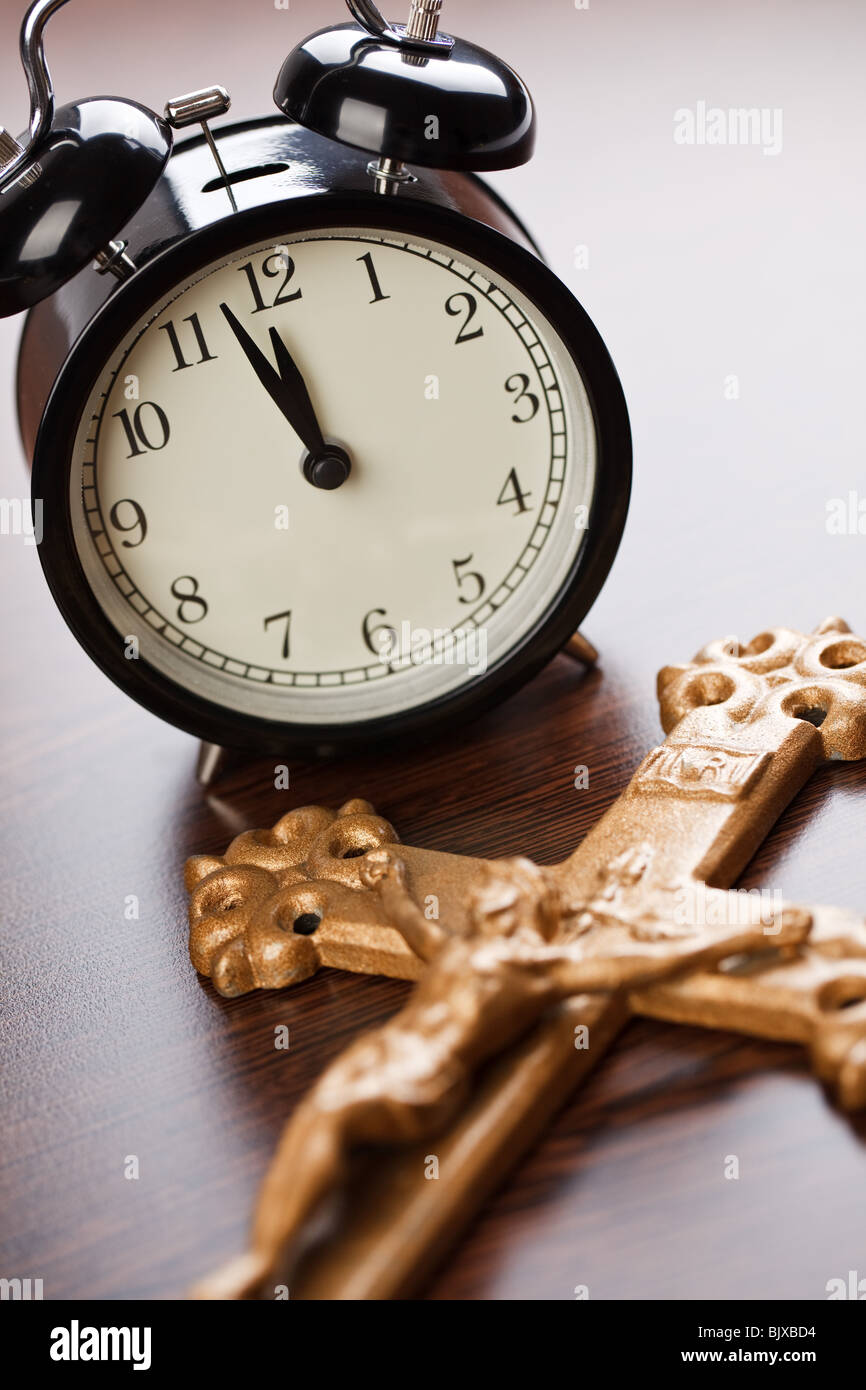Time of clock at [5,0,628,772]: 11:57
